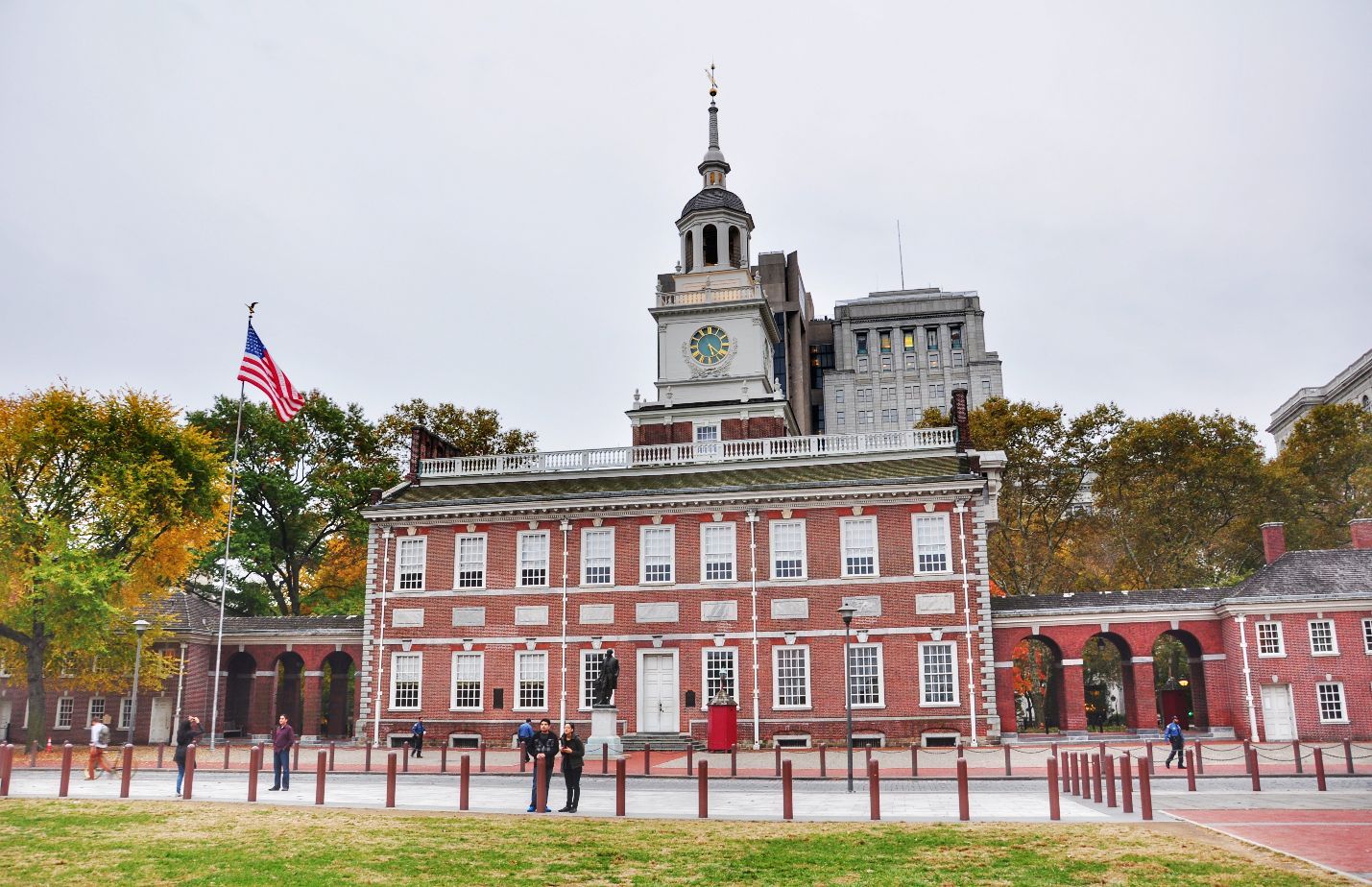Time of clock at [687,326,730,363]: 5:21
